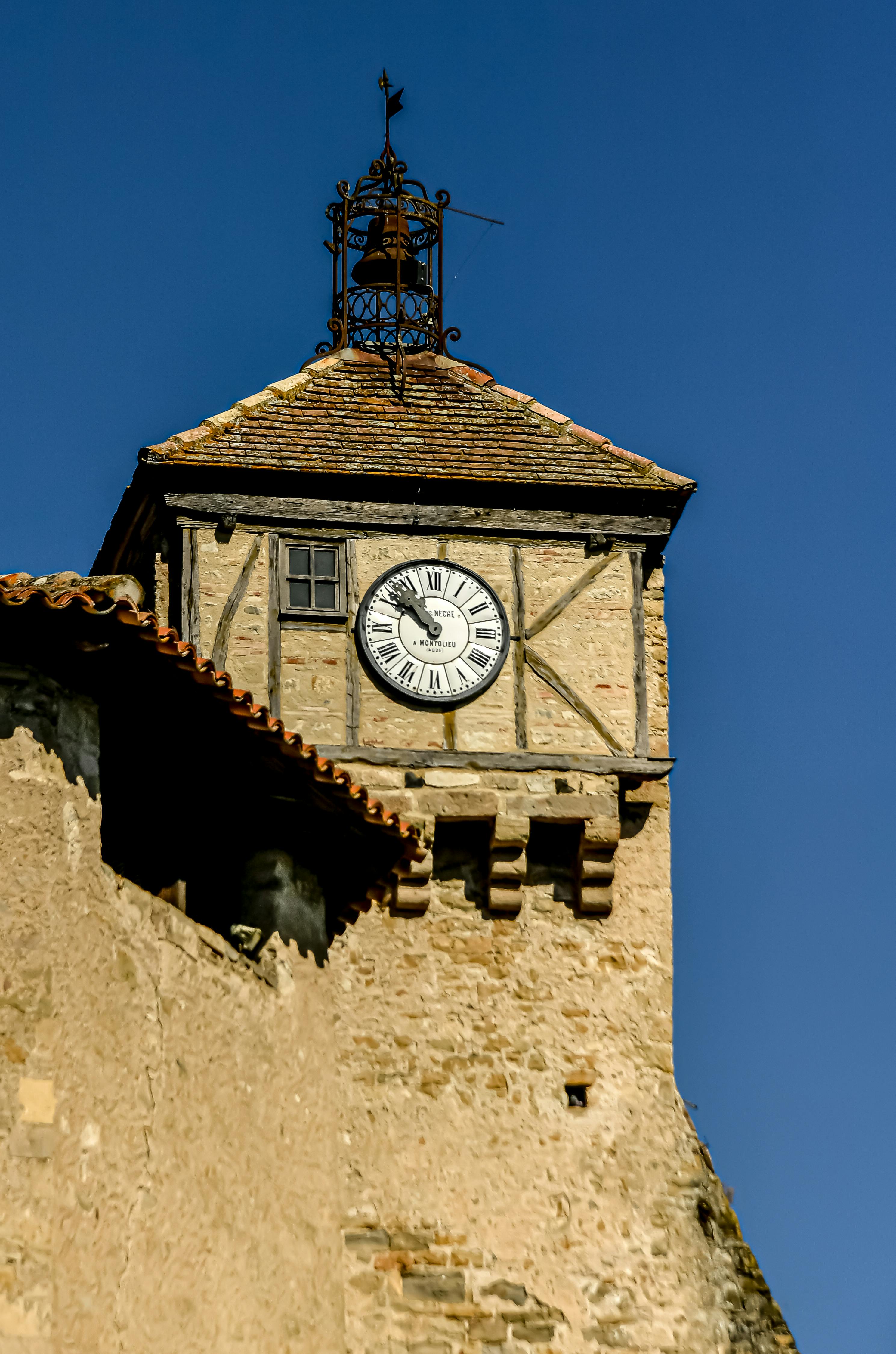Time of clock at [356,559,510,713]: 10:51
